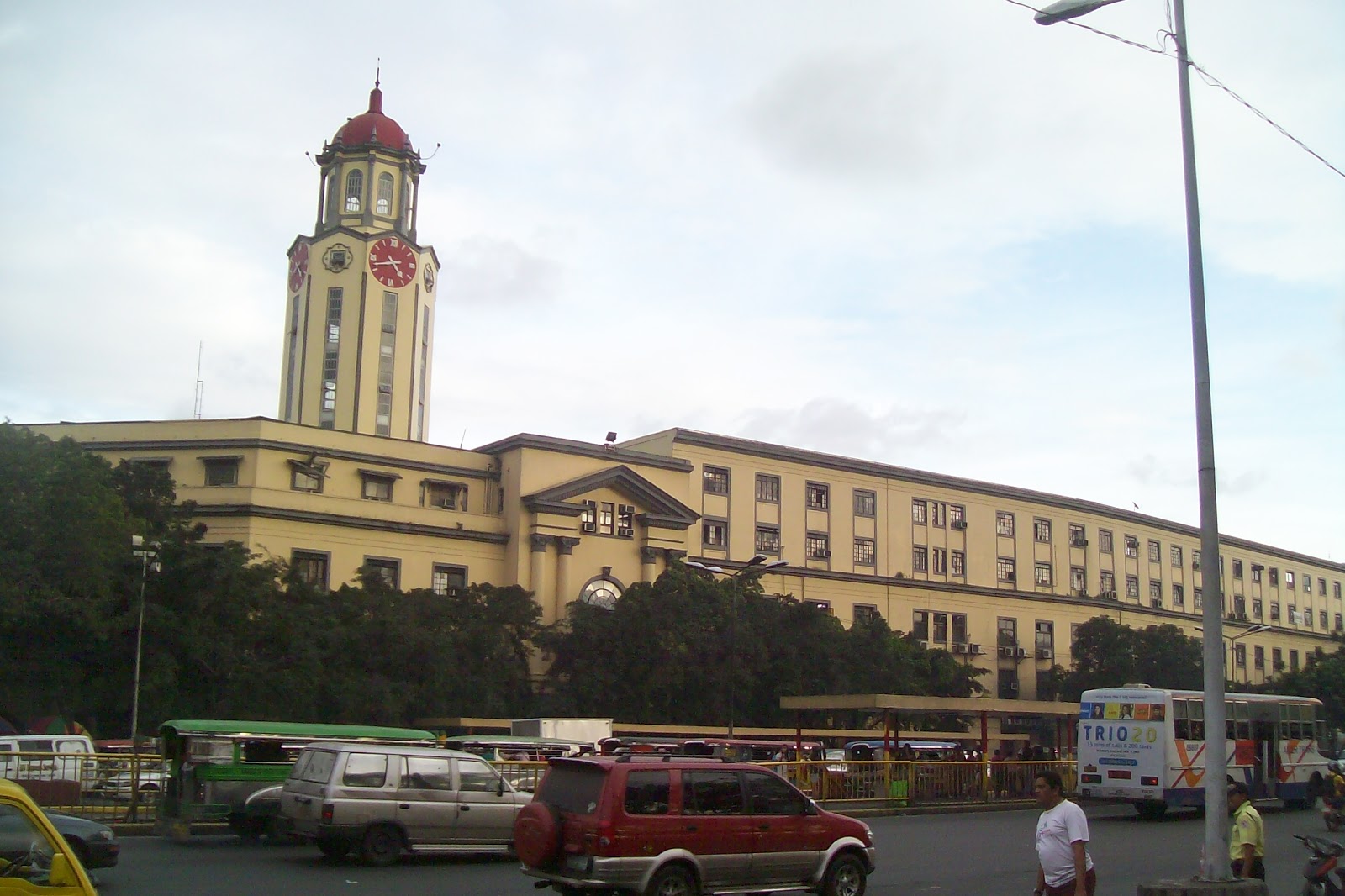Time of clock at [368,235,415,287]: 4:42
